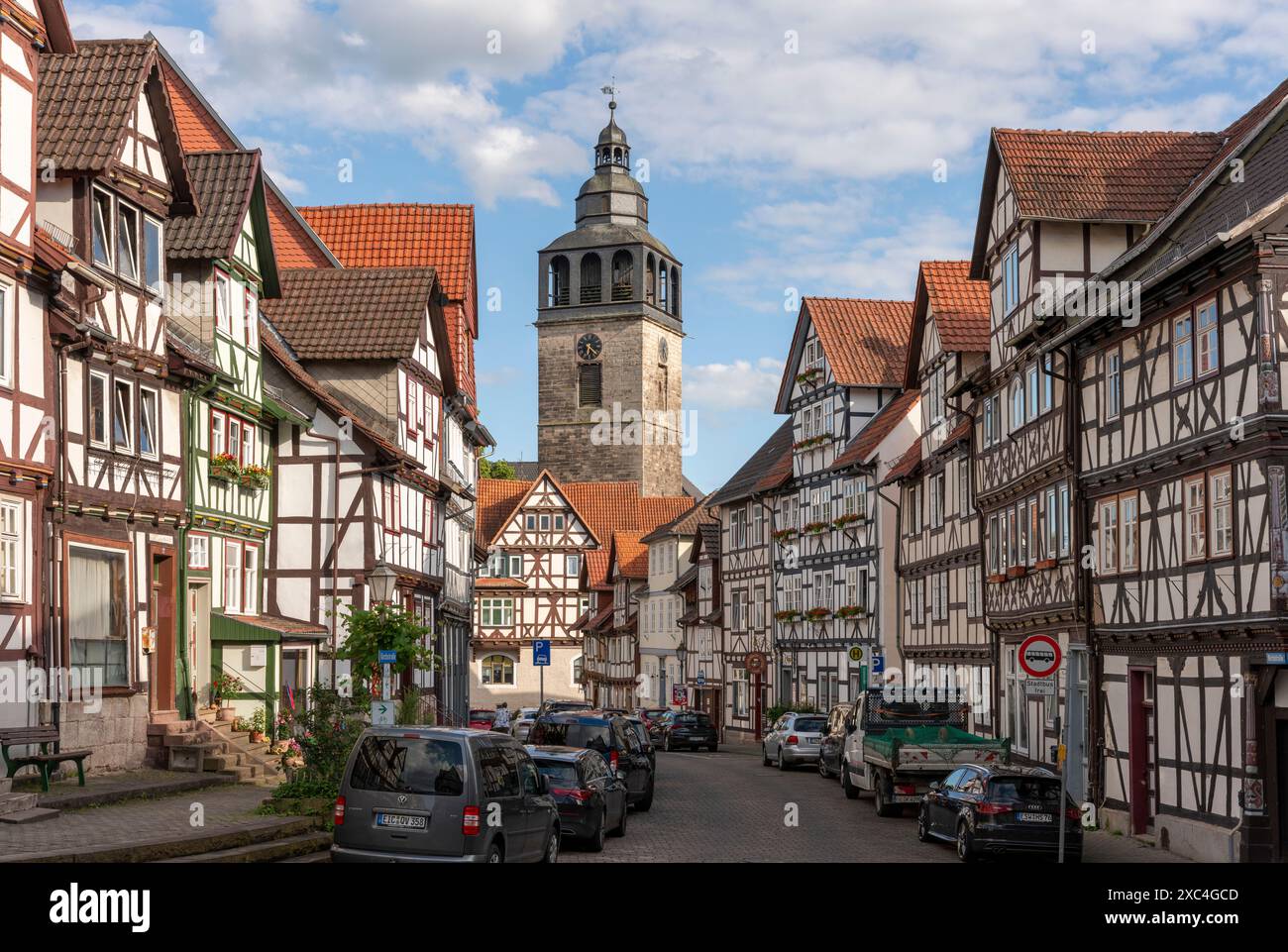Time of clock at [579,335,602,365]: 6:21
